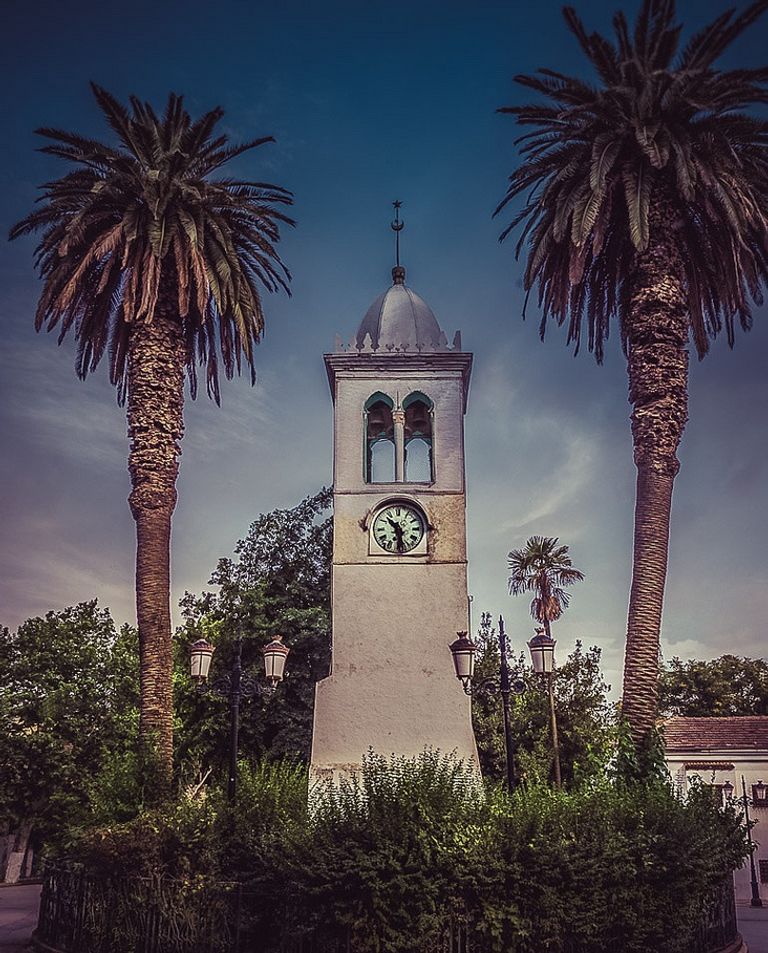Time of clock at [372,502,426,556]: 10:28
